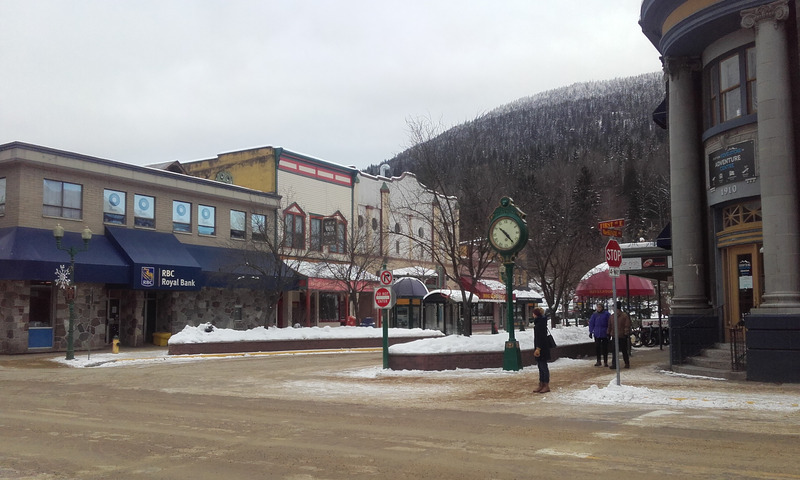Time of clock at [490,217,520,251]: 10:23
